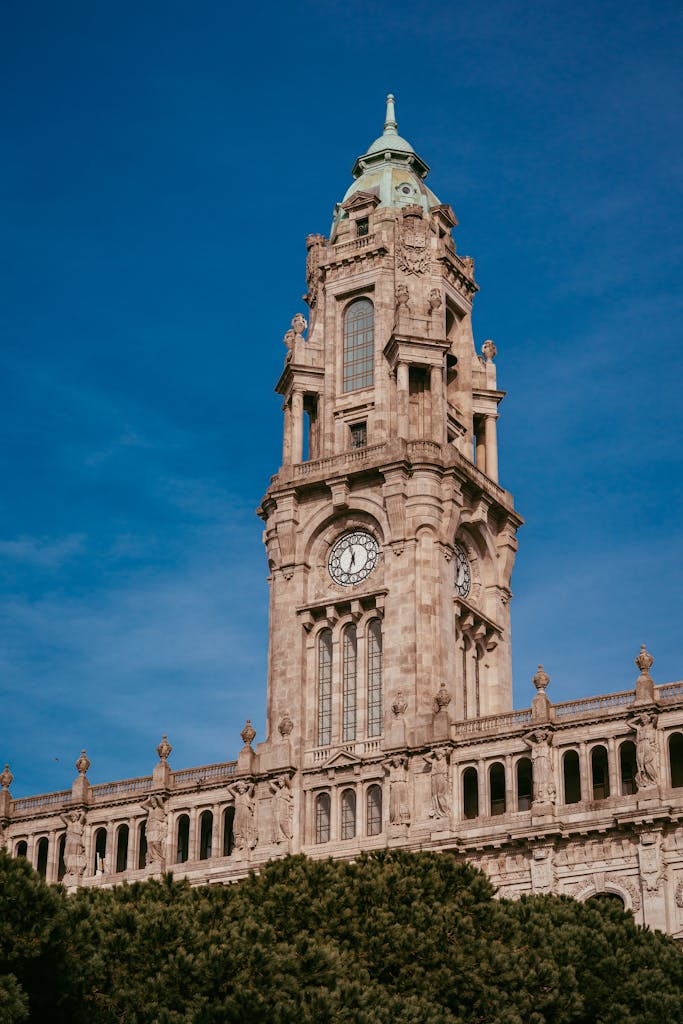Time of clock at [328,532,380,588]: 11:32
